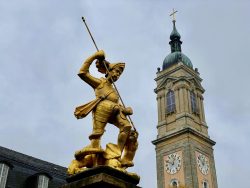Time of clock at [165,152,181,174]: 12:49
